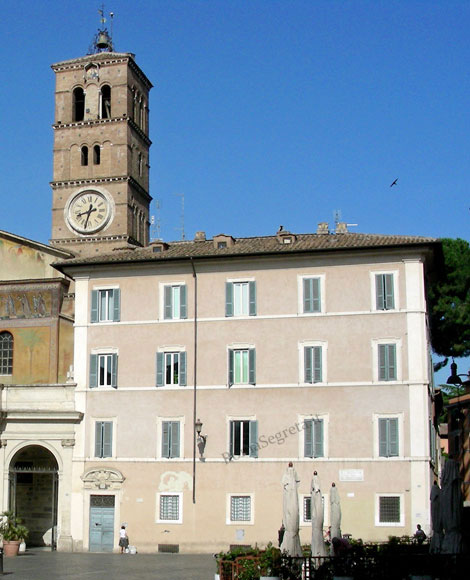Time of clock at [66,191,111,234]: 8:32
